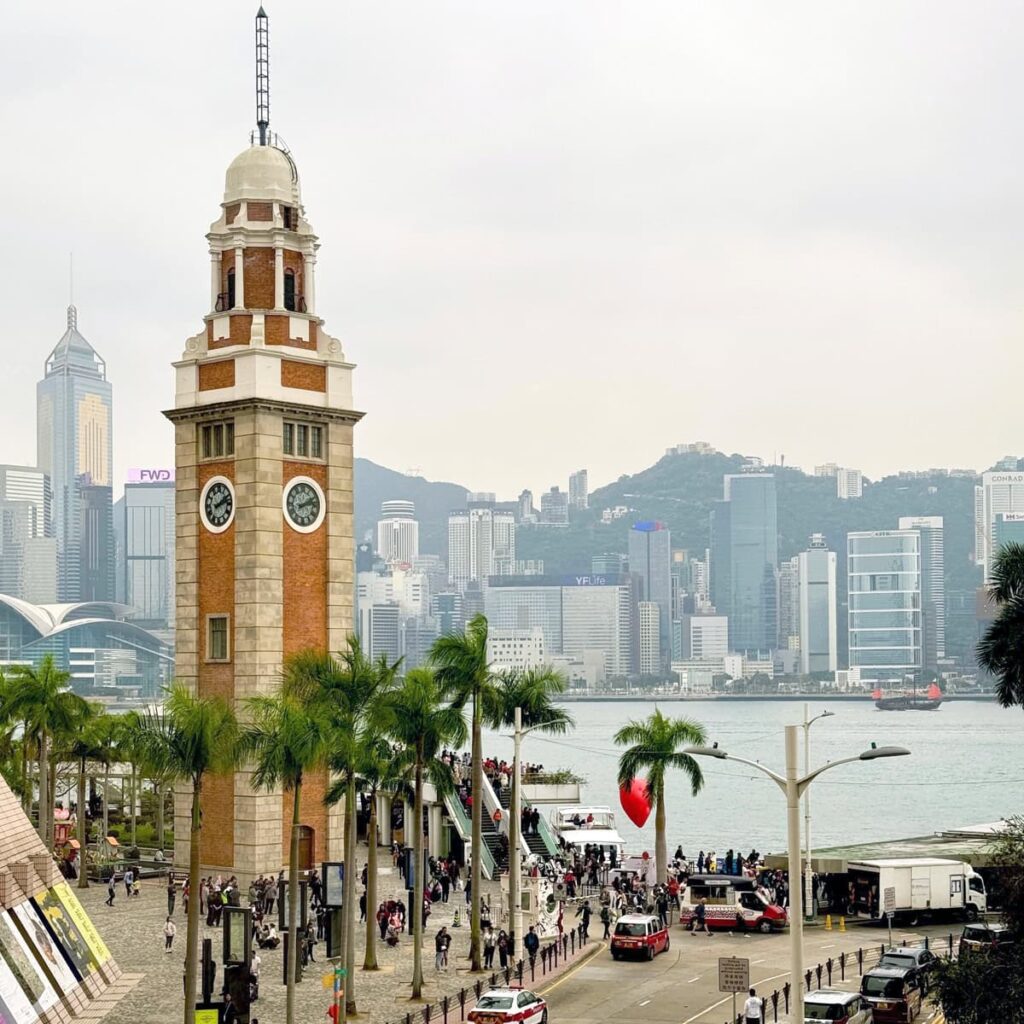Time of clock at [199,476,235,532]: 2:12
